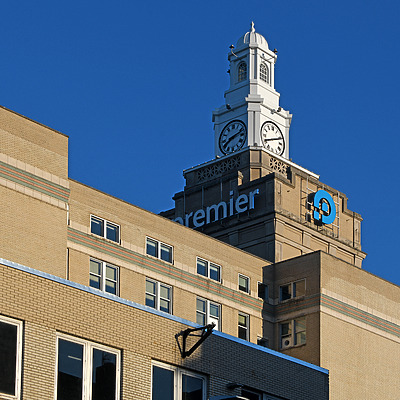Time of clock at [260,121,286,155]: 8:11
